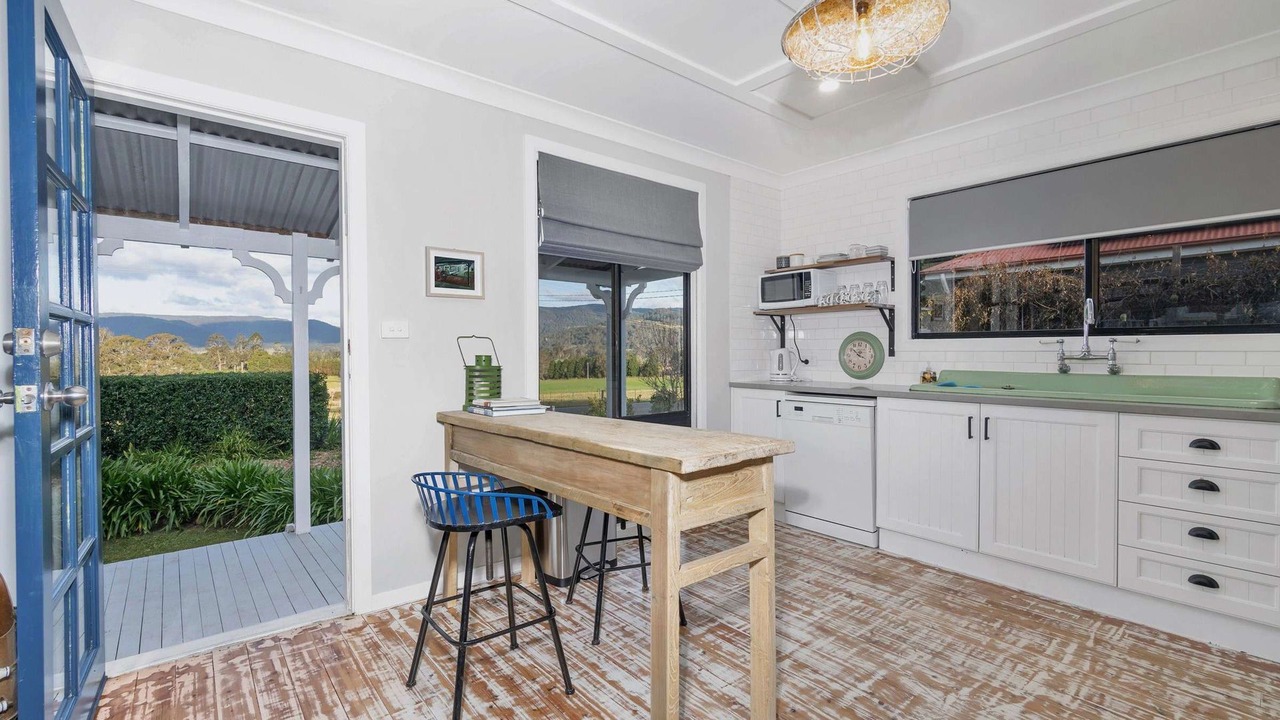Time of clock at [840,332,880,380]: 3:52
